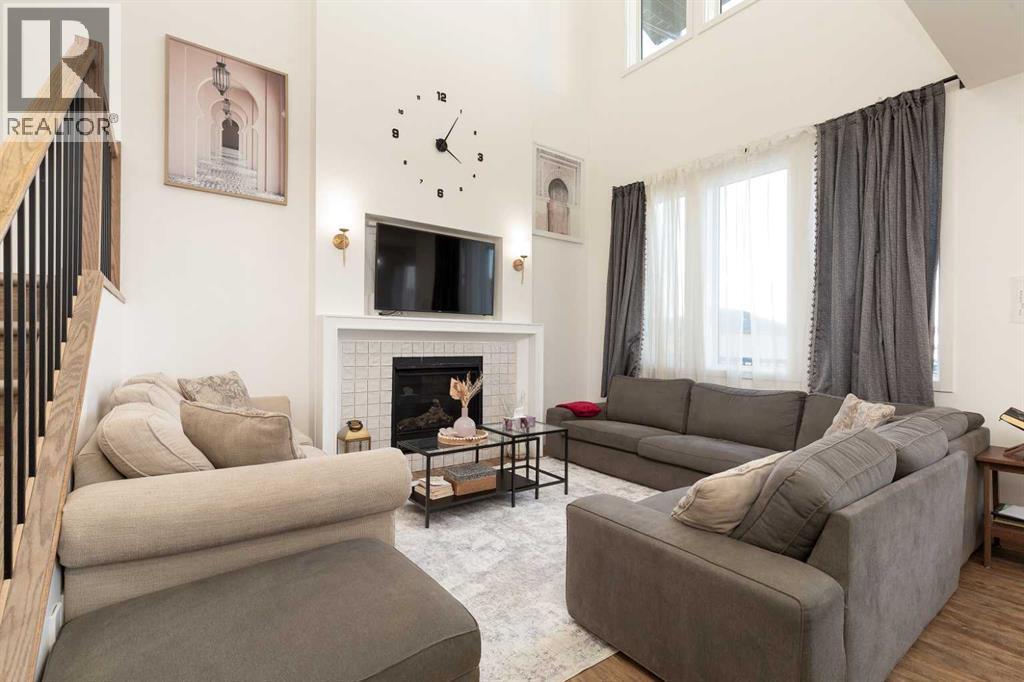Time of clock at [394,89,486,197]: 4:05
